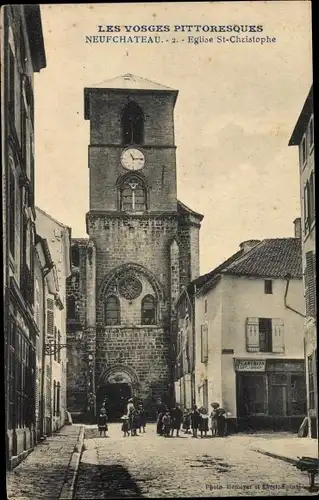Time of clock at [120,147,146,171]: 11:13
